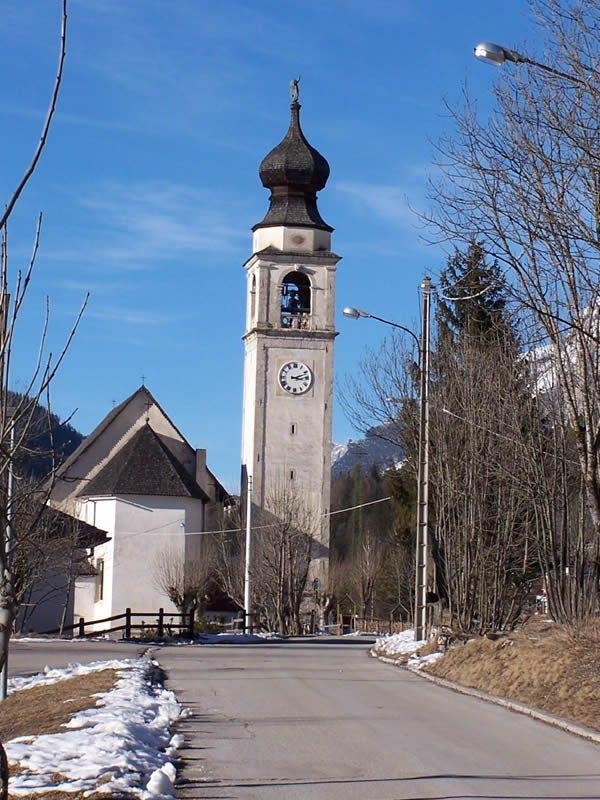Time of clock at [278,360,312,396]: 3:11
